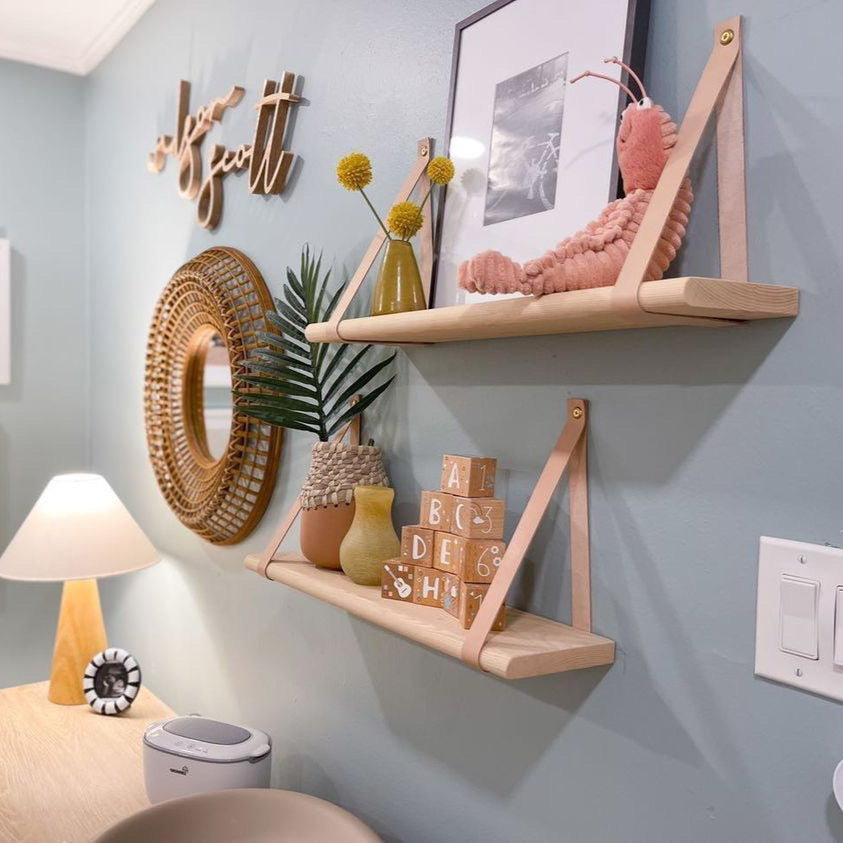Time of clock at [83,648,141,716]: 6:10
